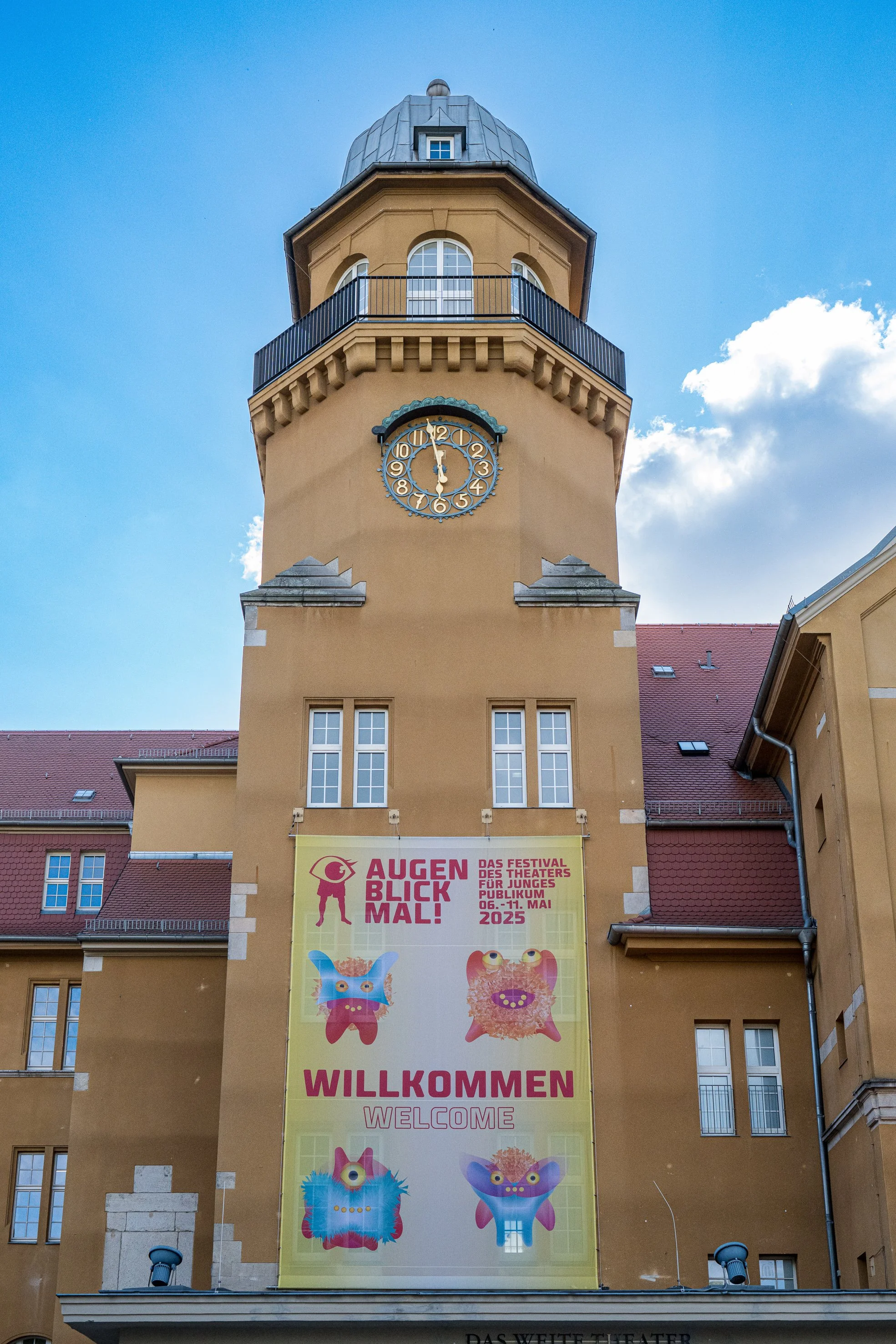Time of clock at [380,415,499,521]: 5:58
